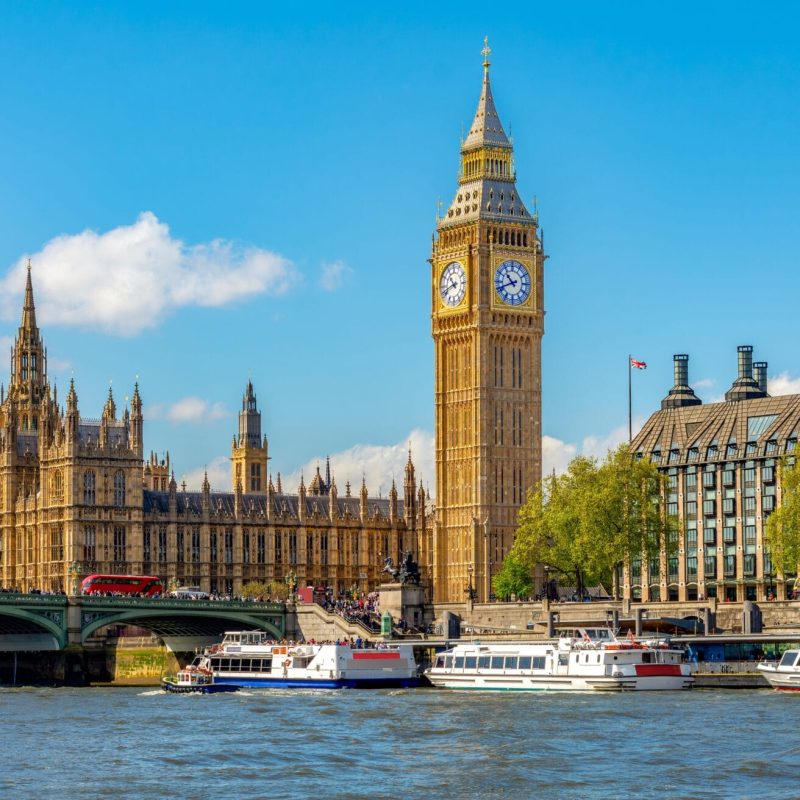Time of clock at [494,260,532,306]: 10:41
